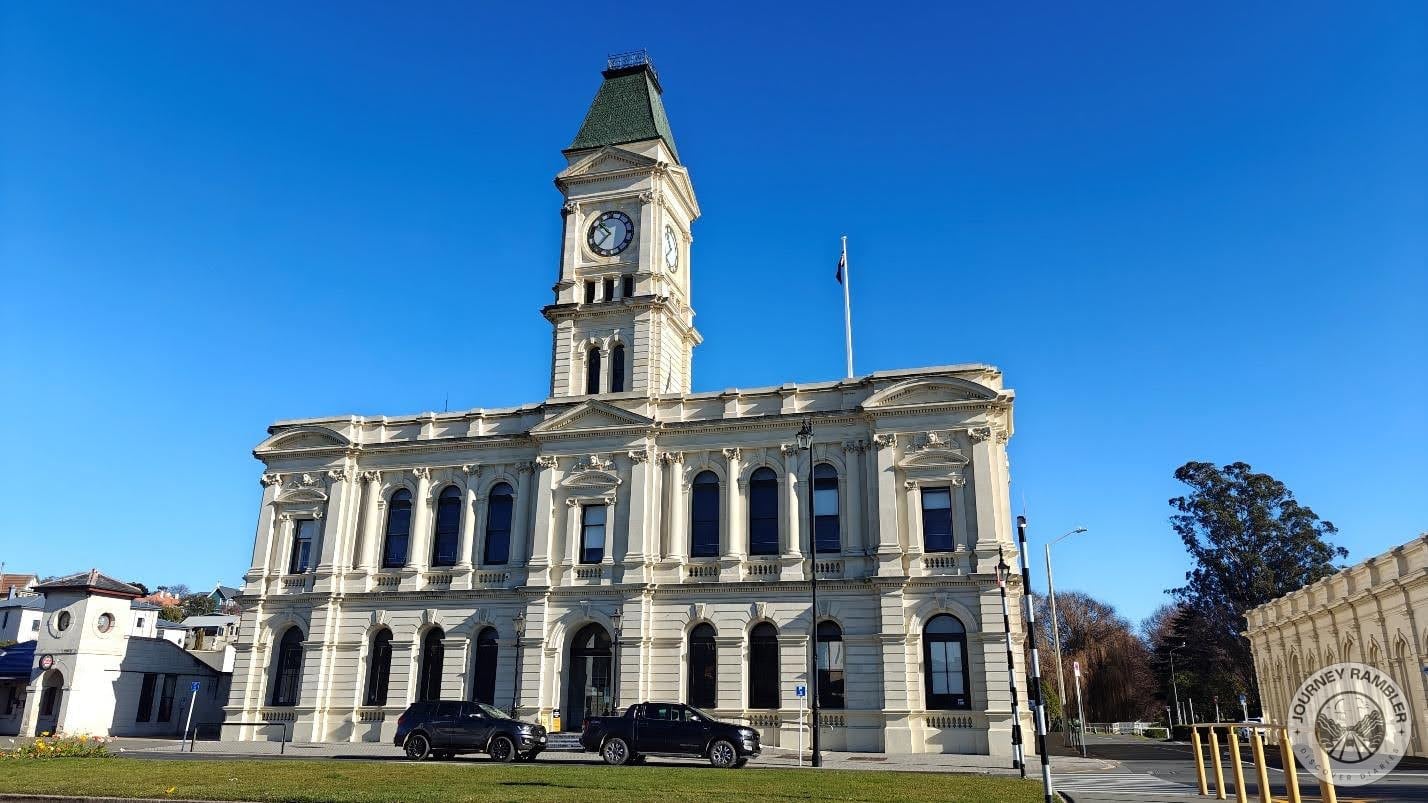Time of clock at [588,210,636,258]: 10:37
